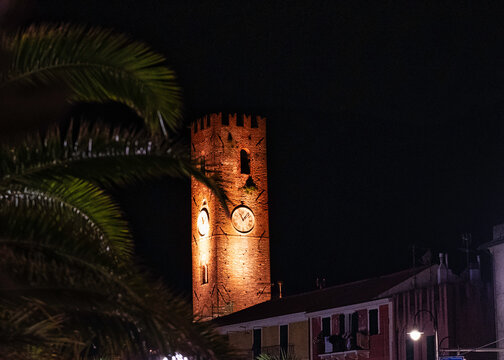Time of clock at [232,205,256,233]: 11:07
